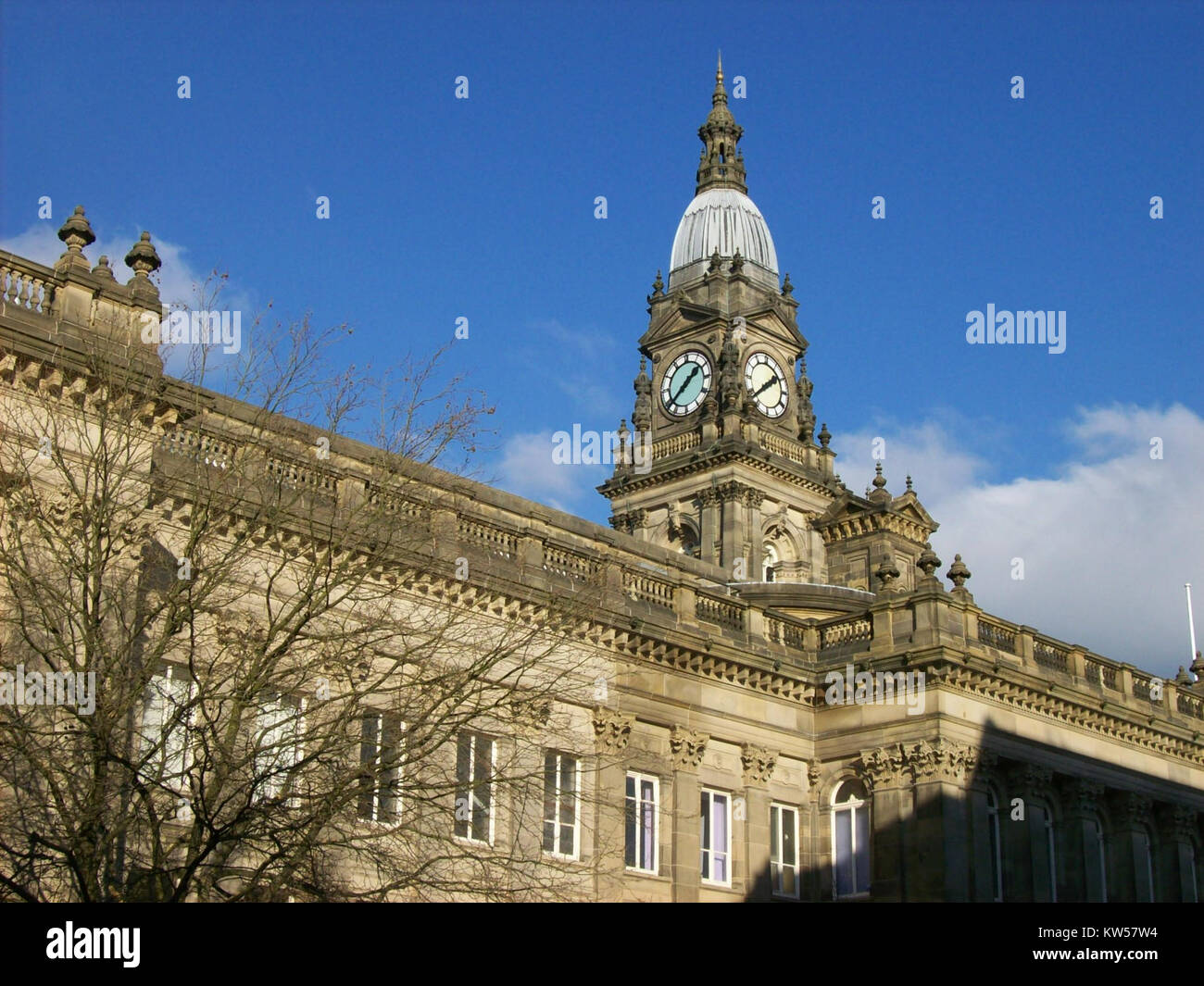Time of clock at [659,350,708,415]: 1:38
